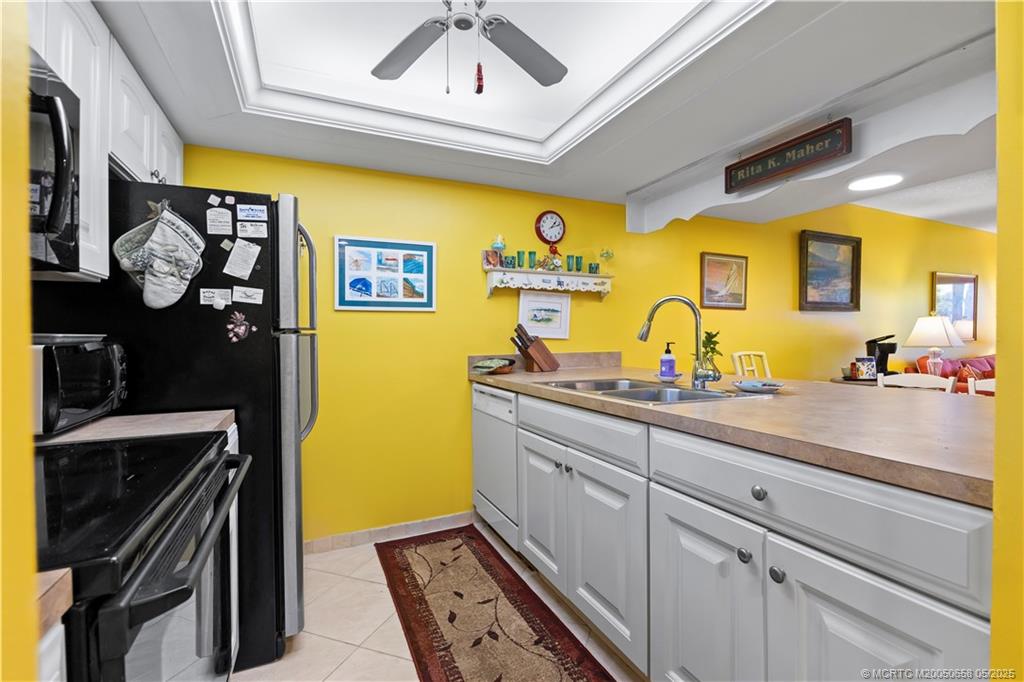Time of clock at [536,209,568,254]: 1:11
